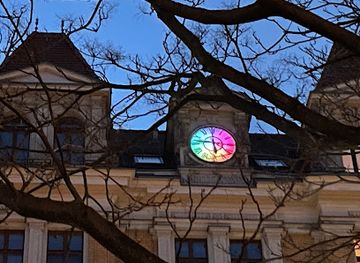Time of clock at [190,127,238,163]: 5:46
